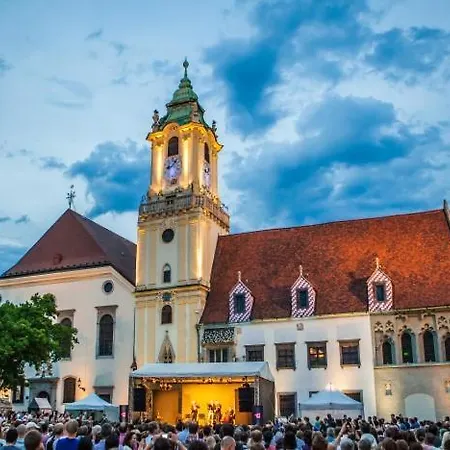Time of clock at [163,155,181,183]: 8:07
